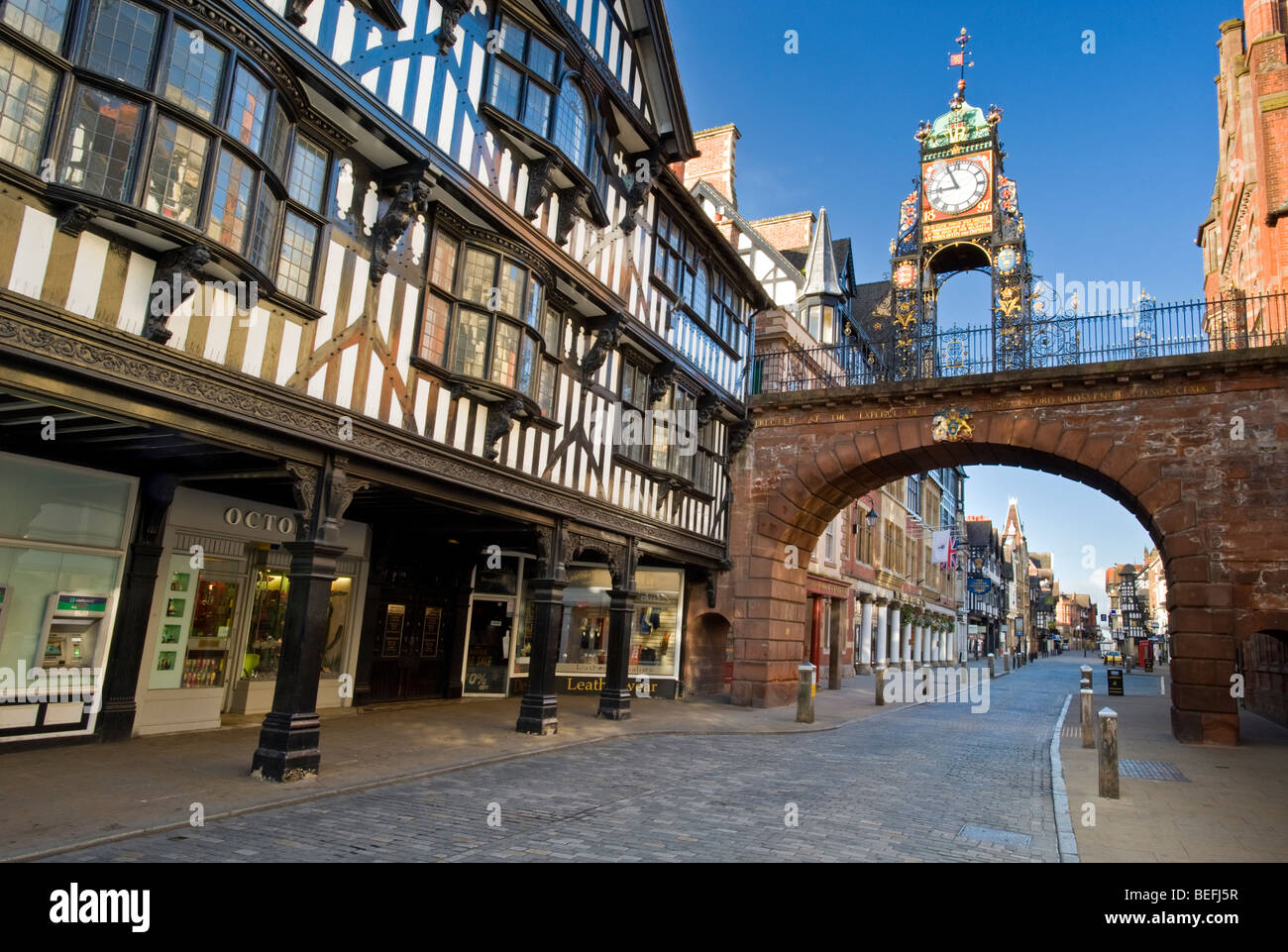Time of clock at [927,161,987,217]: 8:56
